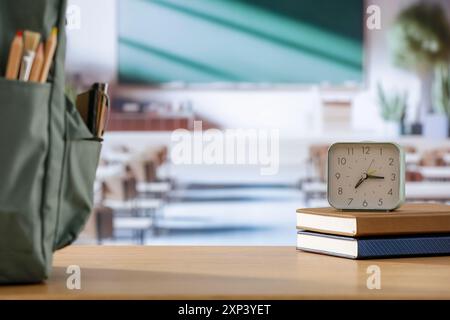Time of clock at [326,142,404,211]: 7:15
